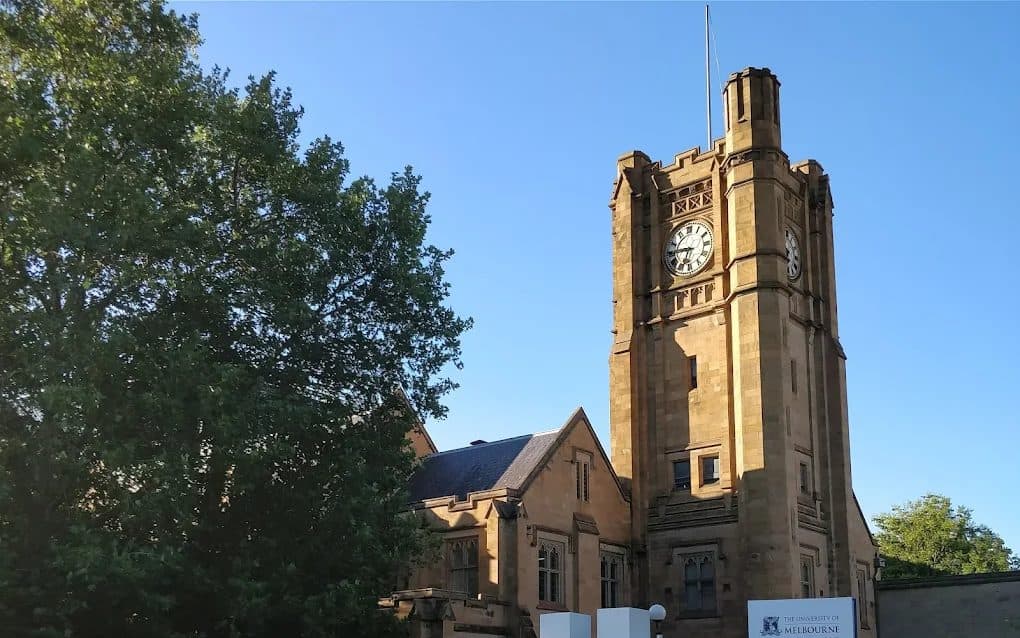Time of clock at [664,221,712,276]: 6:45
